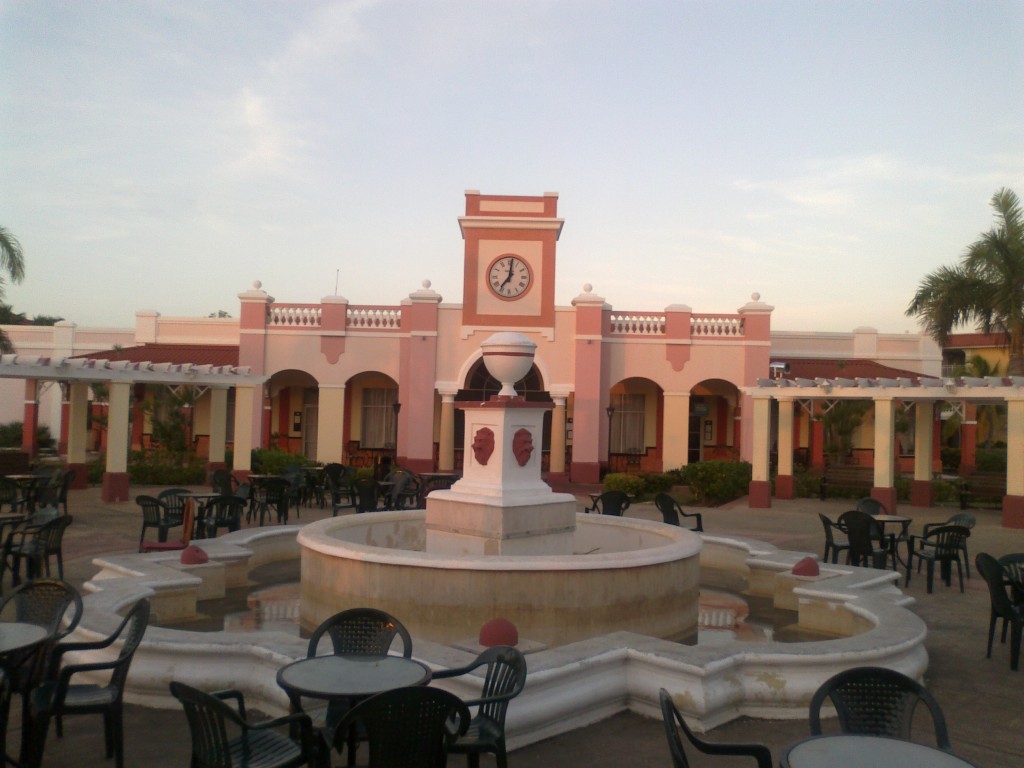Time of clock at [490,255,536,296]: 7:01
